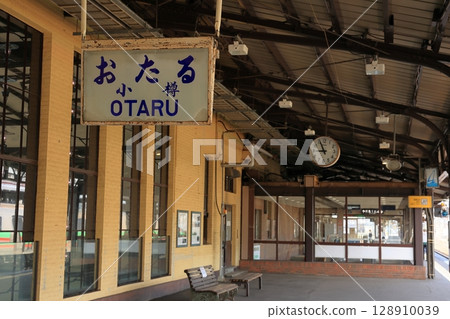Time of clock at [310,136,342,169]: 8:56
